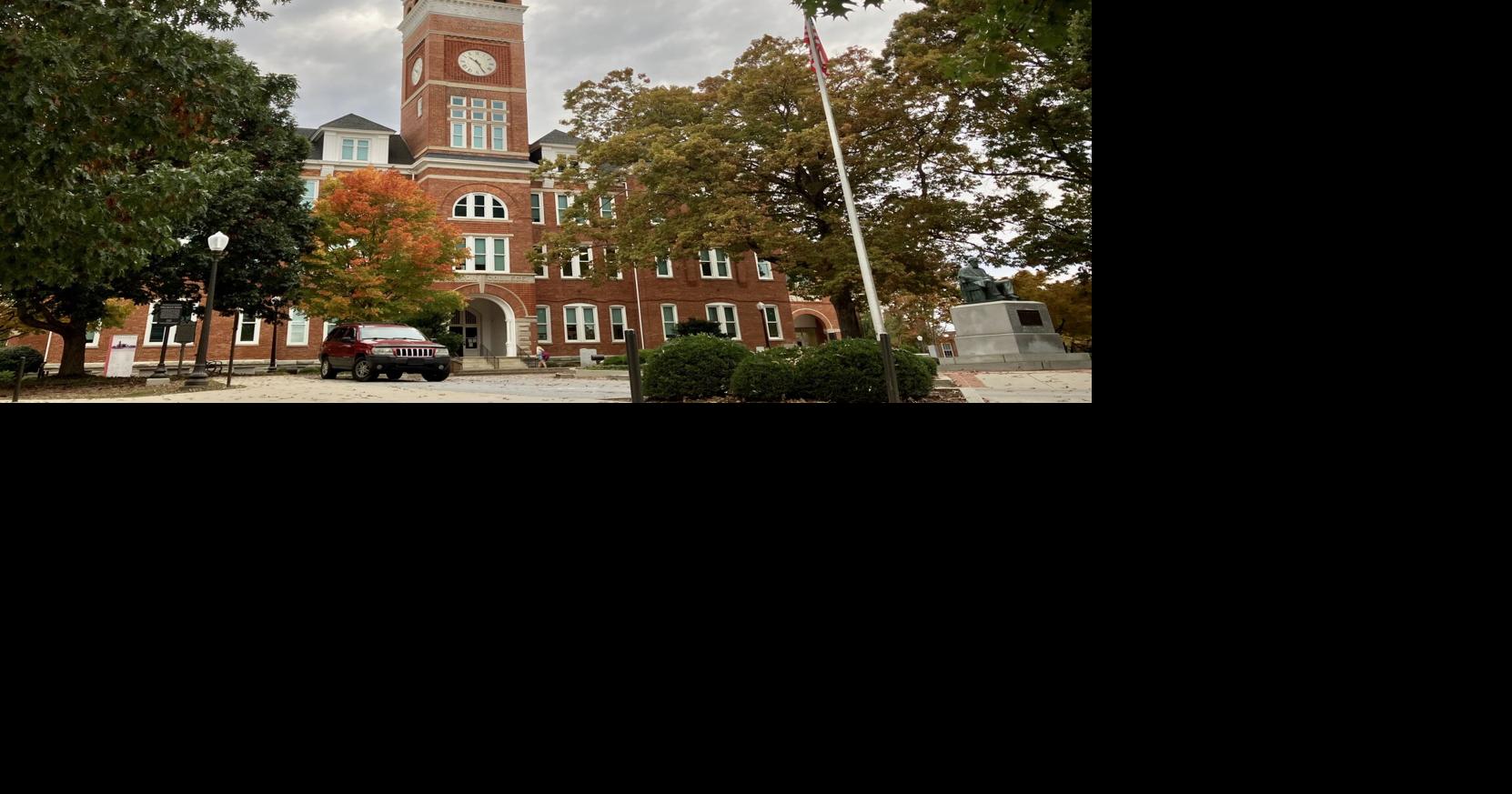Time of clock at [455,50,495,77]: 10:25
